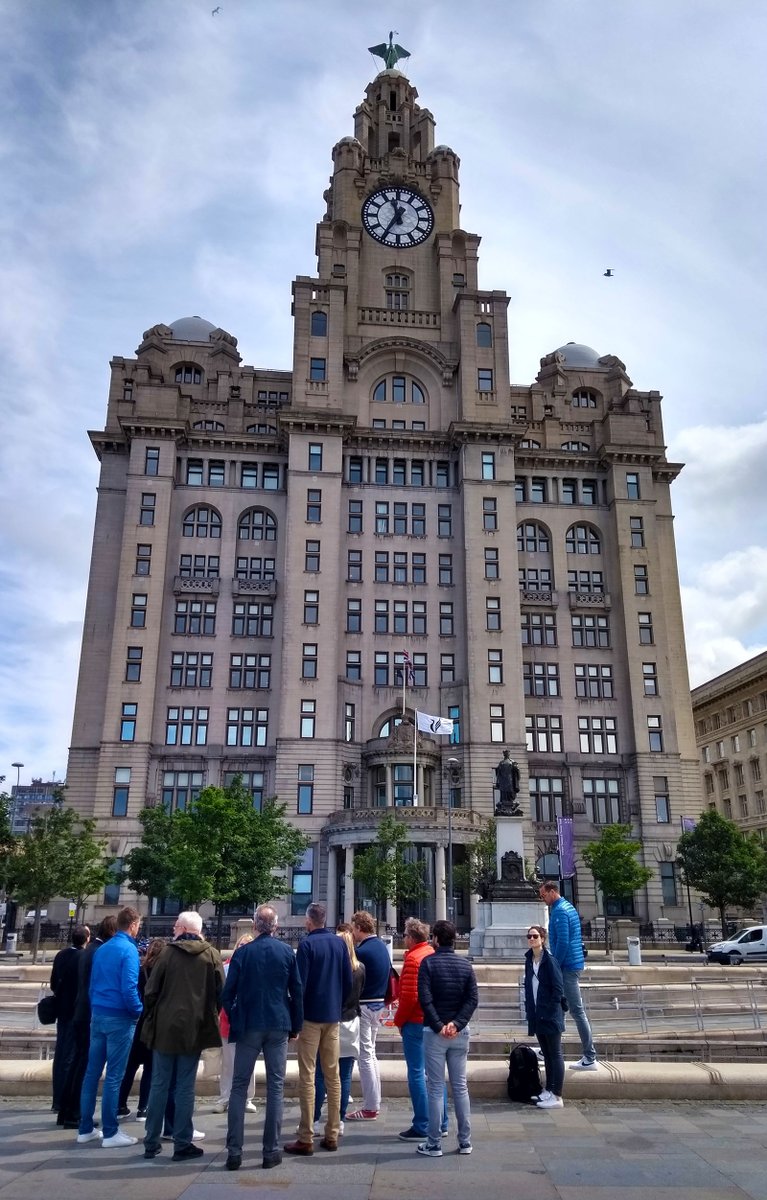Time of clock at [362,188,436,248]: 11:35
